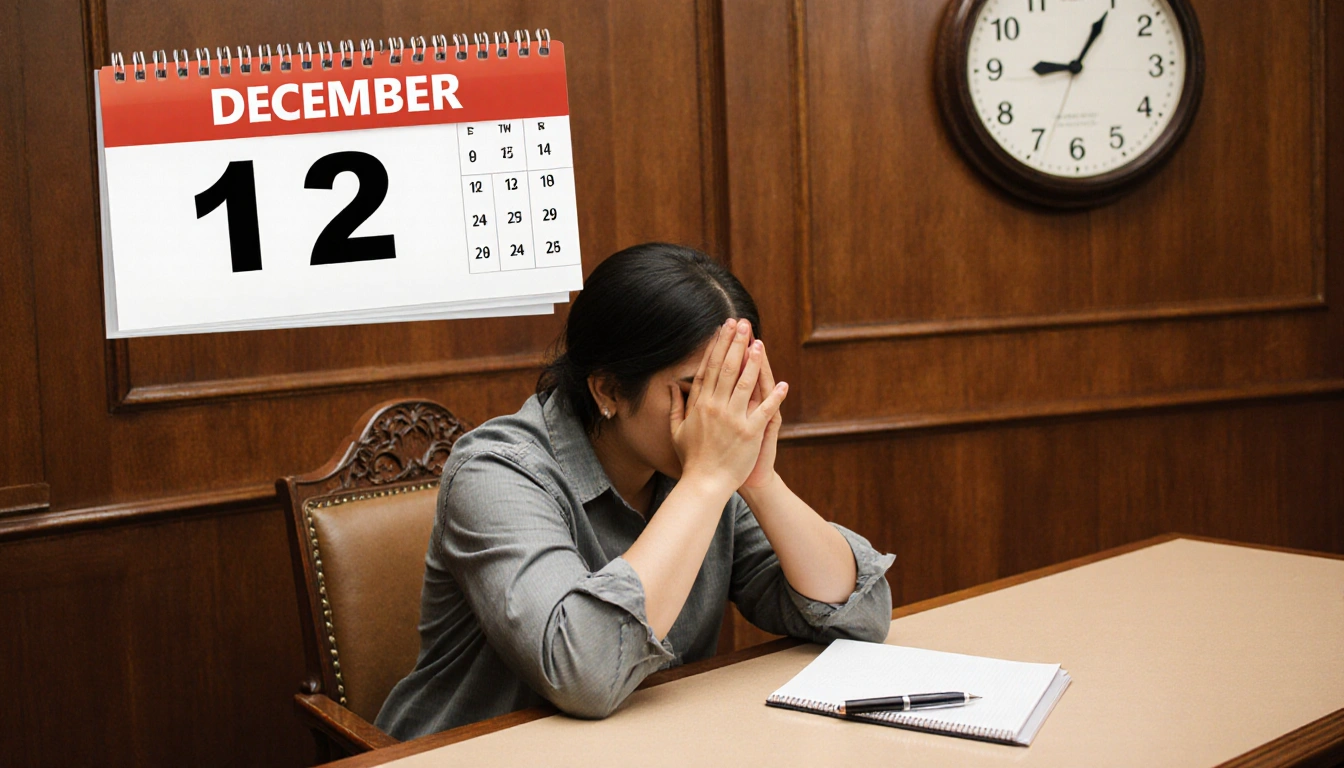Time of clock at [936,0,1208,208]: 9:05
